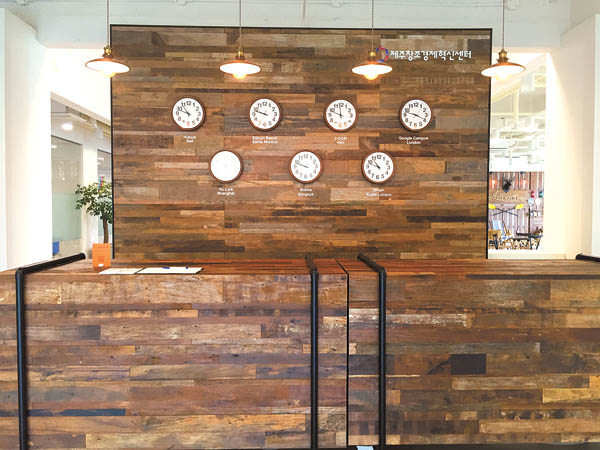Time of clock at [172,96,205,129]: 10:48
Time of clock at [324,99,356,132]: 11:48
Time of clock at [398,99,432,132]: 3:47
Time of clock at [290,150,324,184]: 9:48
